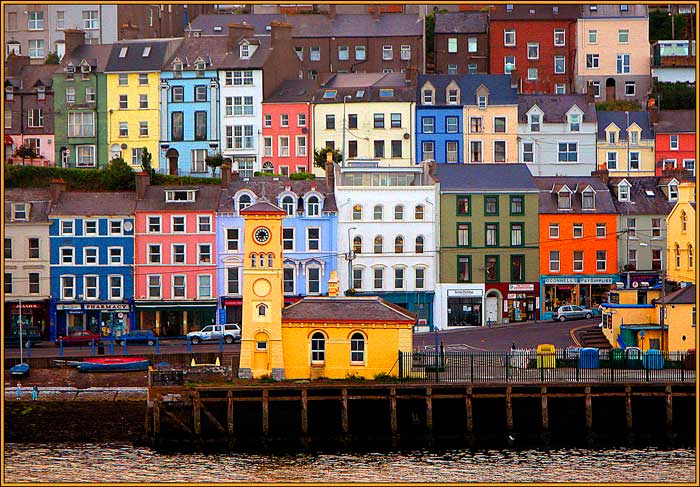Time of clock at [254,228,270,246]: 6:14
